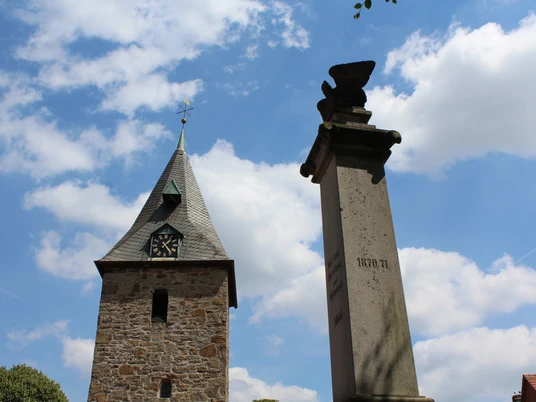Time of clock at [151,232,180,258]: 1:23
